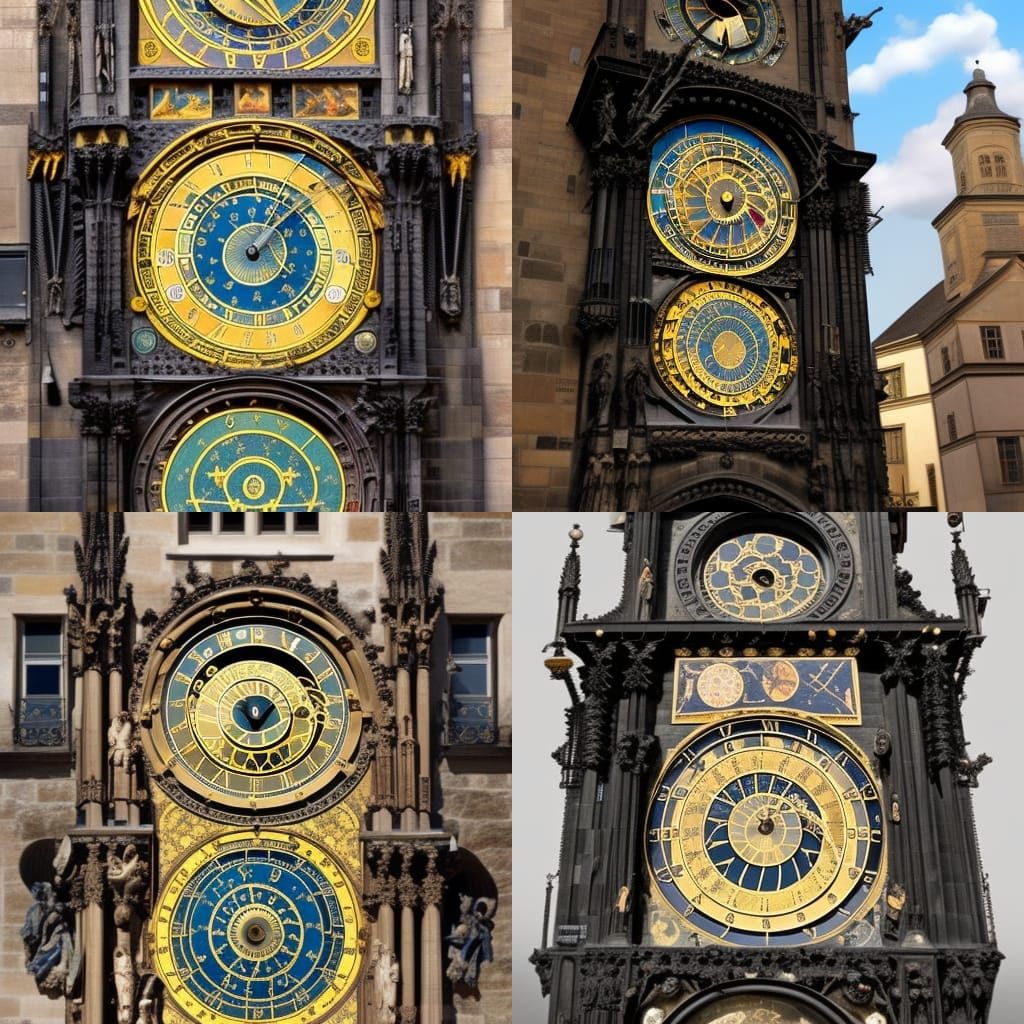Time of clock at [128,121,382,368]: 1:07
